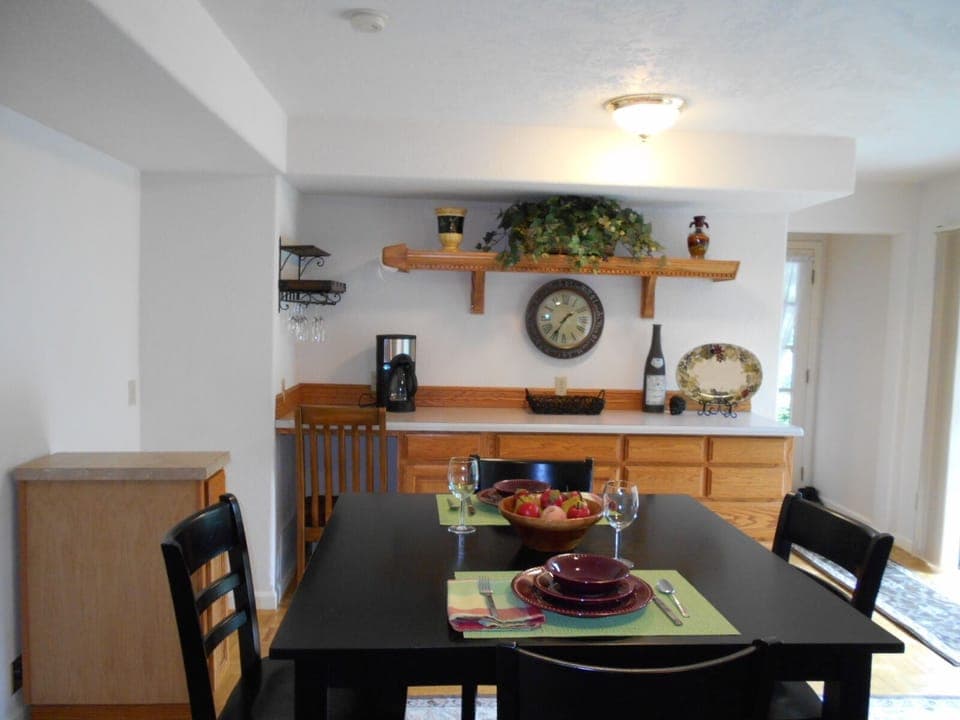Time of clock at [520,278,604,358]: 1:35
